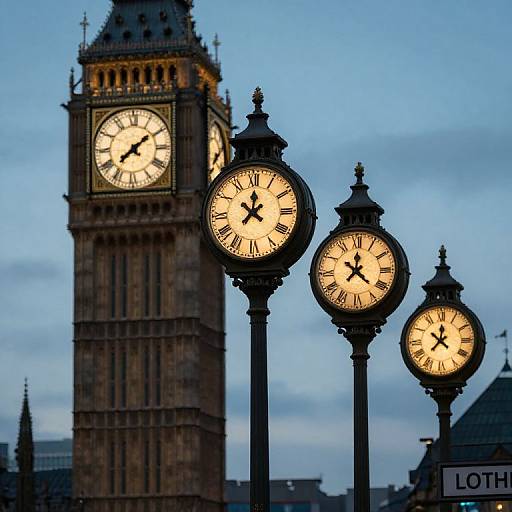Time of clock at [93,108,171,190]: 1:37
